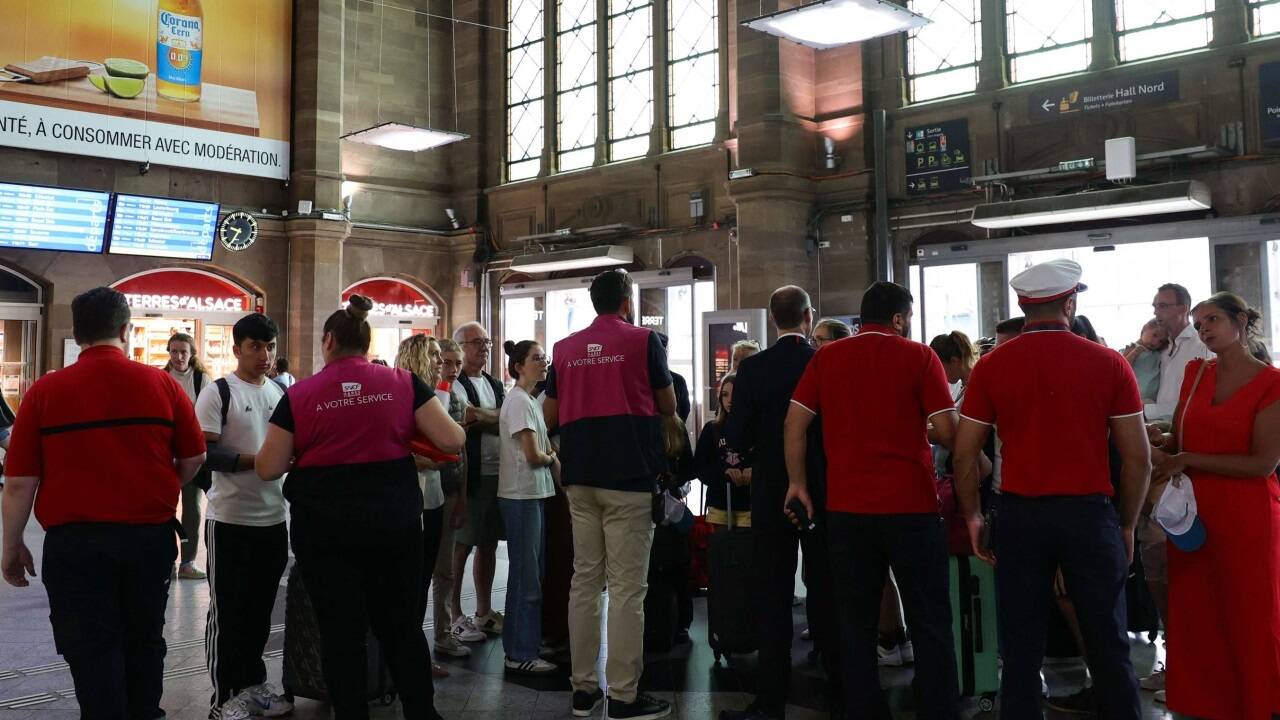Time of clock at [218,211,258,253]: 9:34
